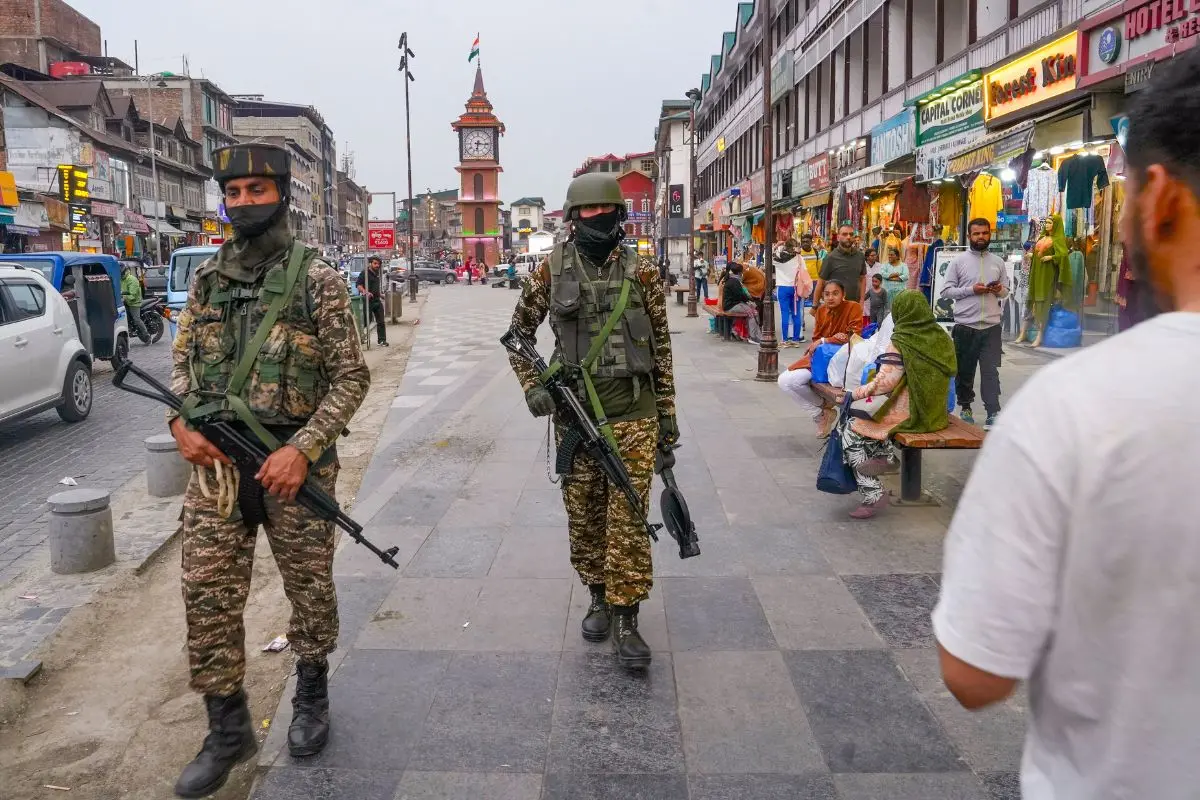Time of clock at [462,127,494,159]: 6:16
